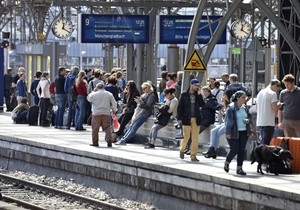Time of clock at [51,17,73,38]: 12:20
